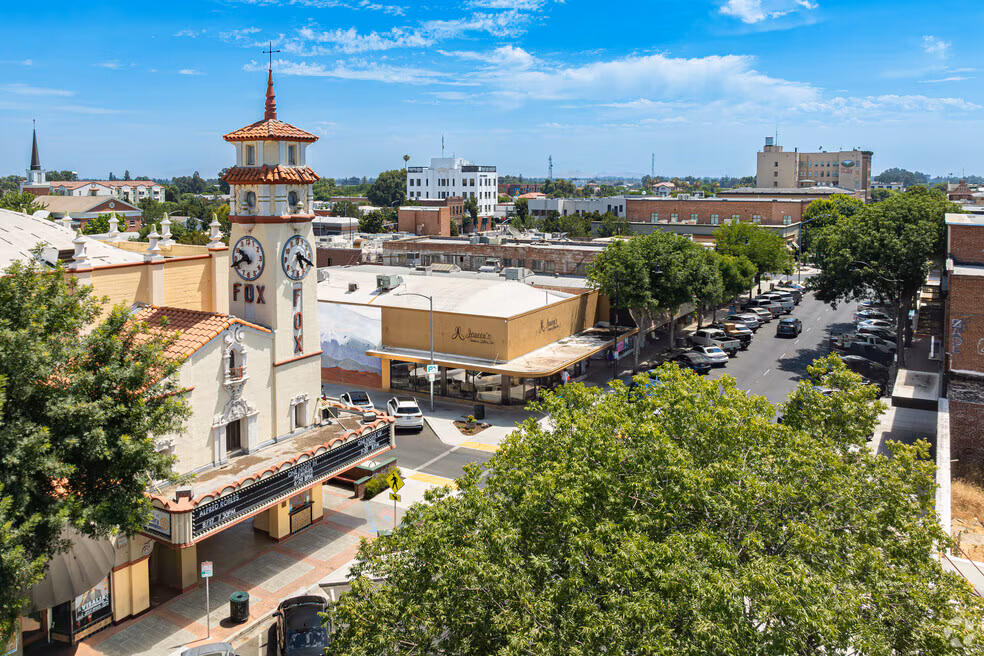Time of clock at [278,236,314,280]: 5:19
